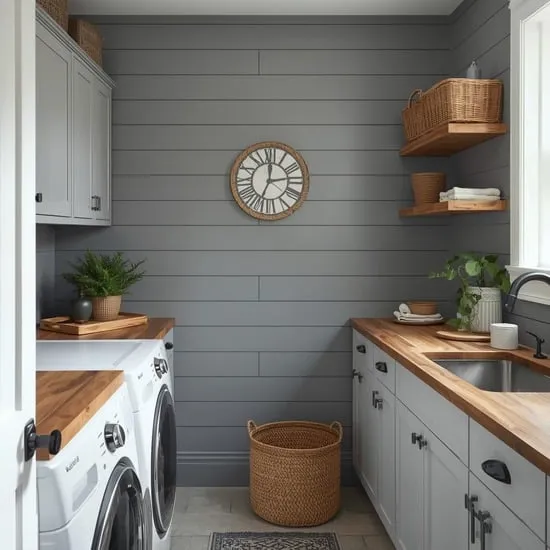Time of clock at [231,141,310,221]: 12:13
